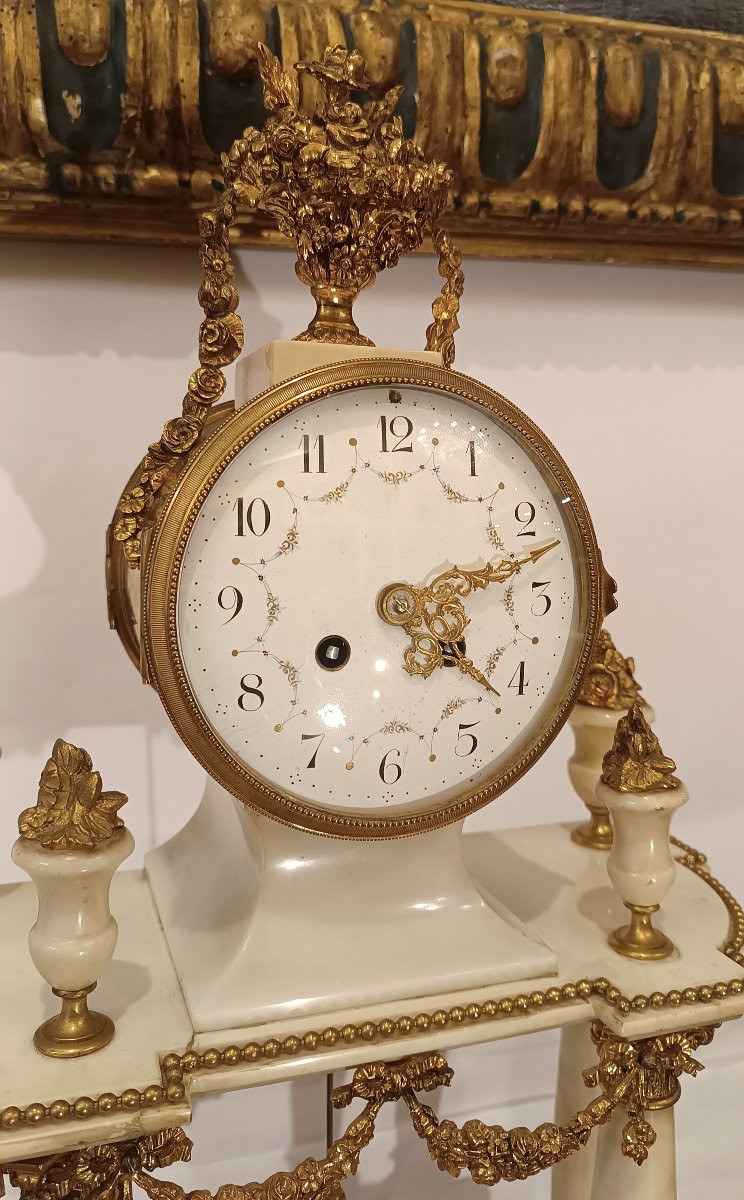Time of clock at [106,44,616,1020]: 4:12
